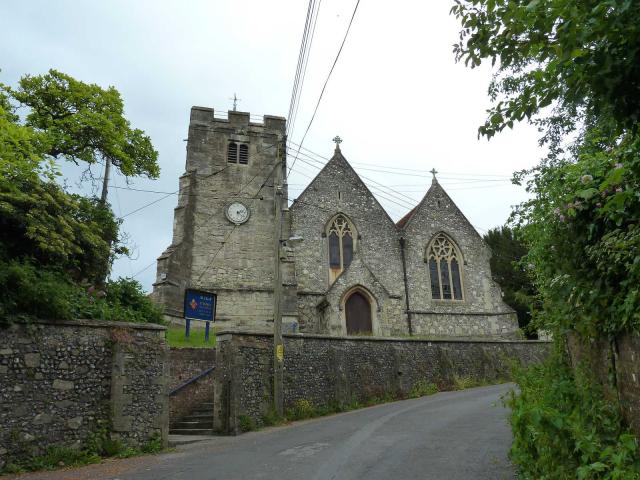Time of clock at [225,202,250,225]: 2:21
